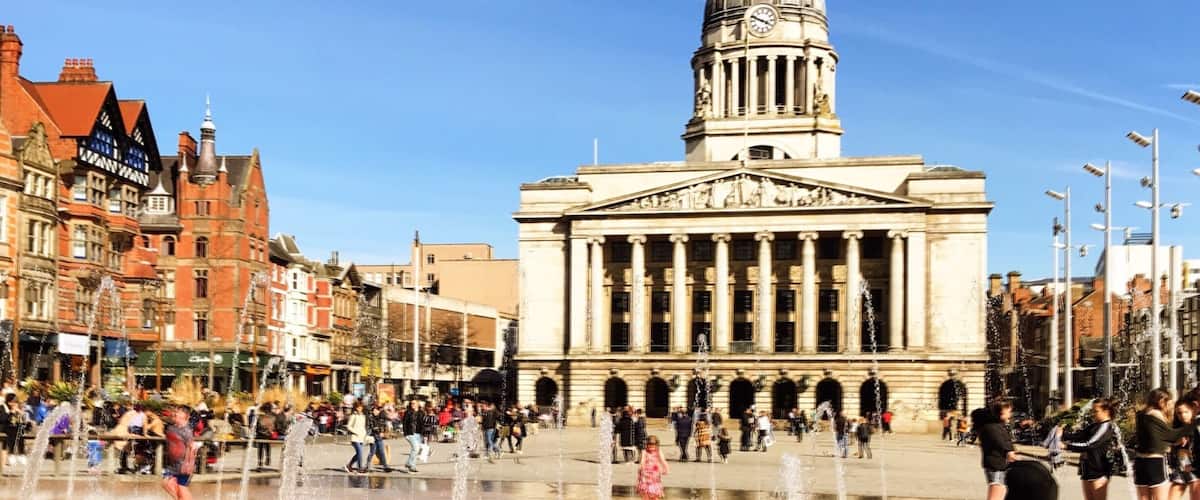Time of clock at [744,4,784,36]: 3:48
